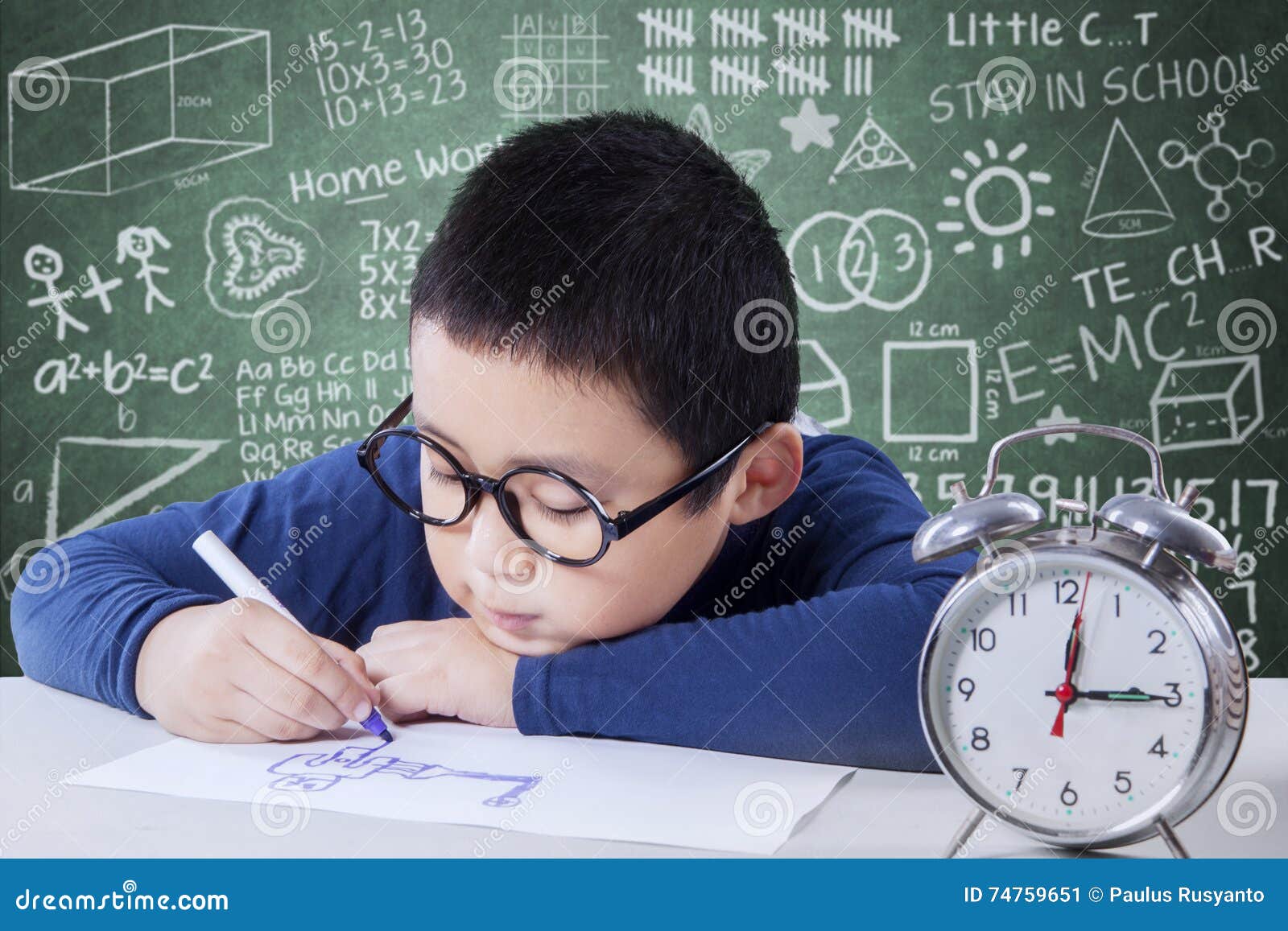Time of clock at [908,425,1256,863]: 12:15
